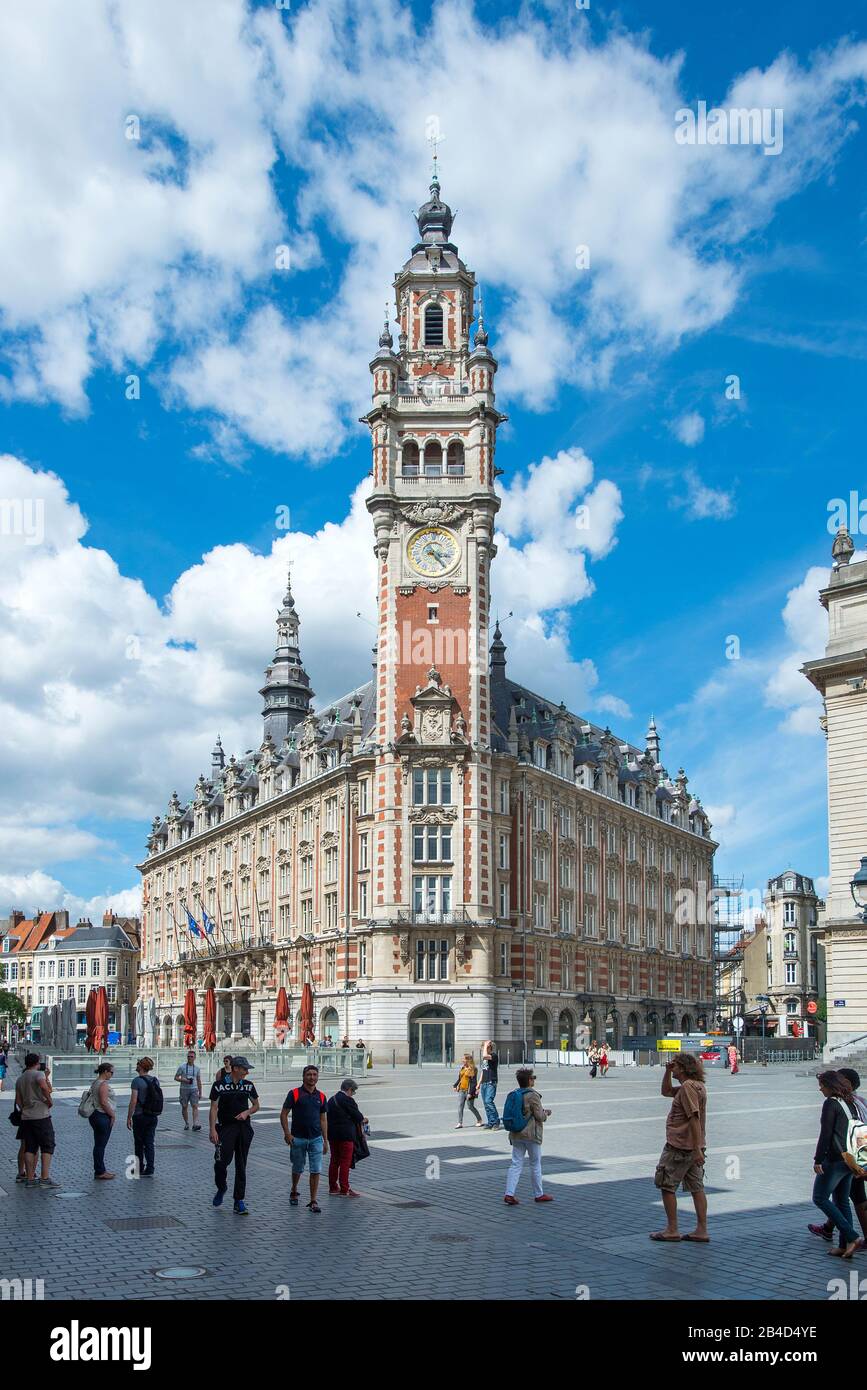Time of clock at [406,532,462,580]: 3:23
